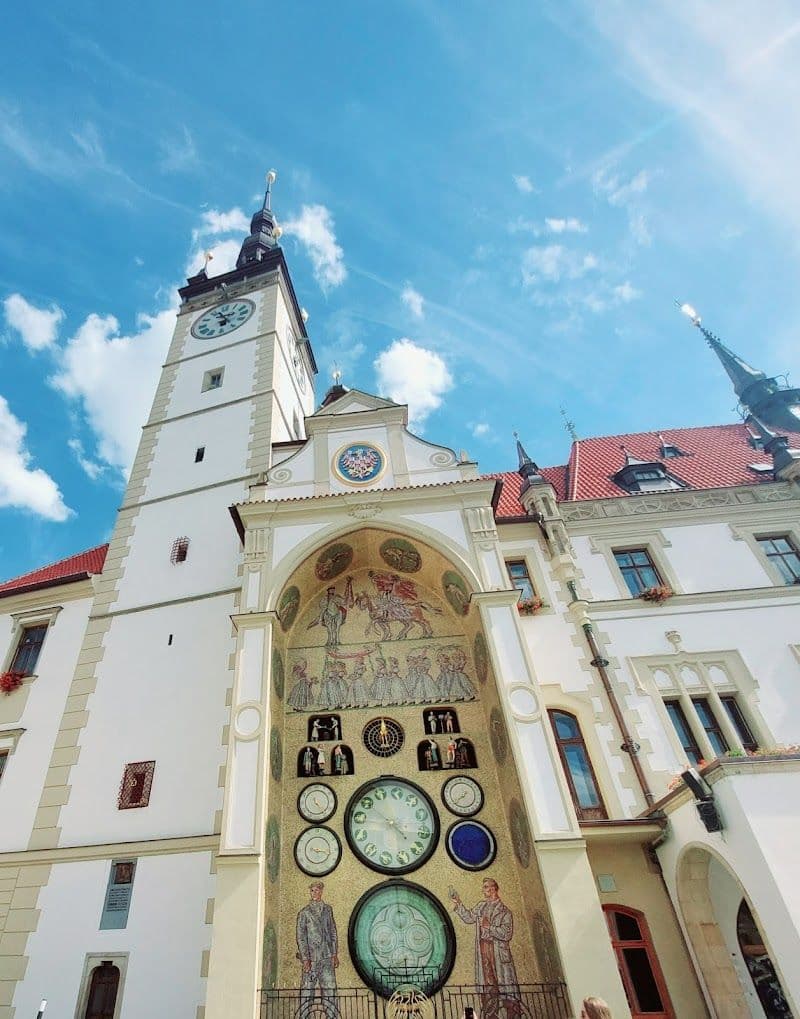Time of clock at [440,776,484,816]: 7:37
